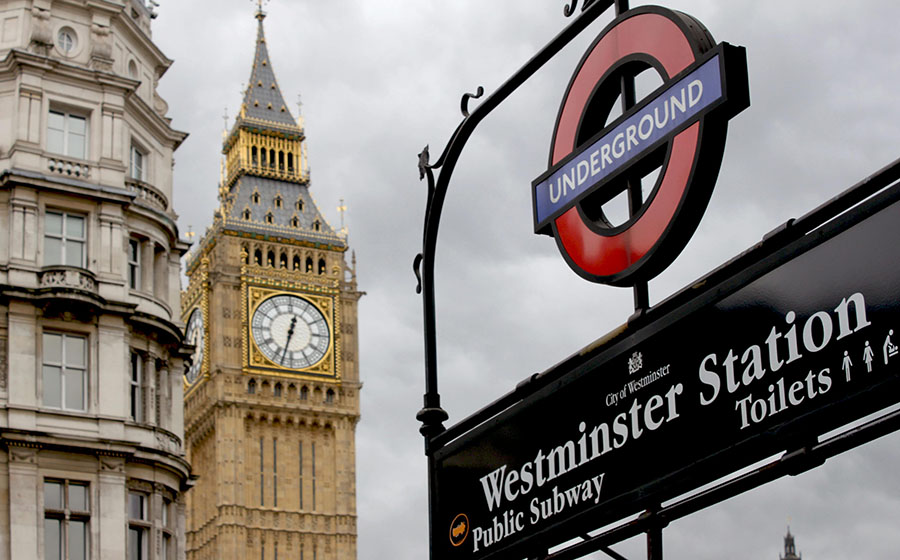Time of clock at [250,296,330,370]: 12:32
